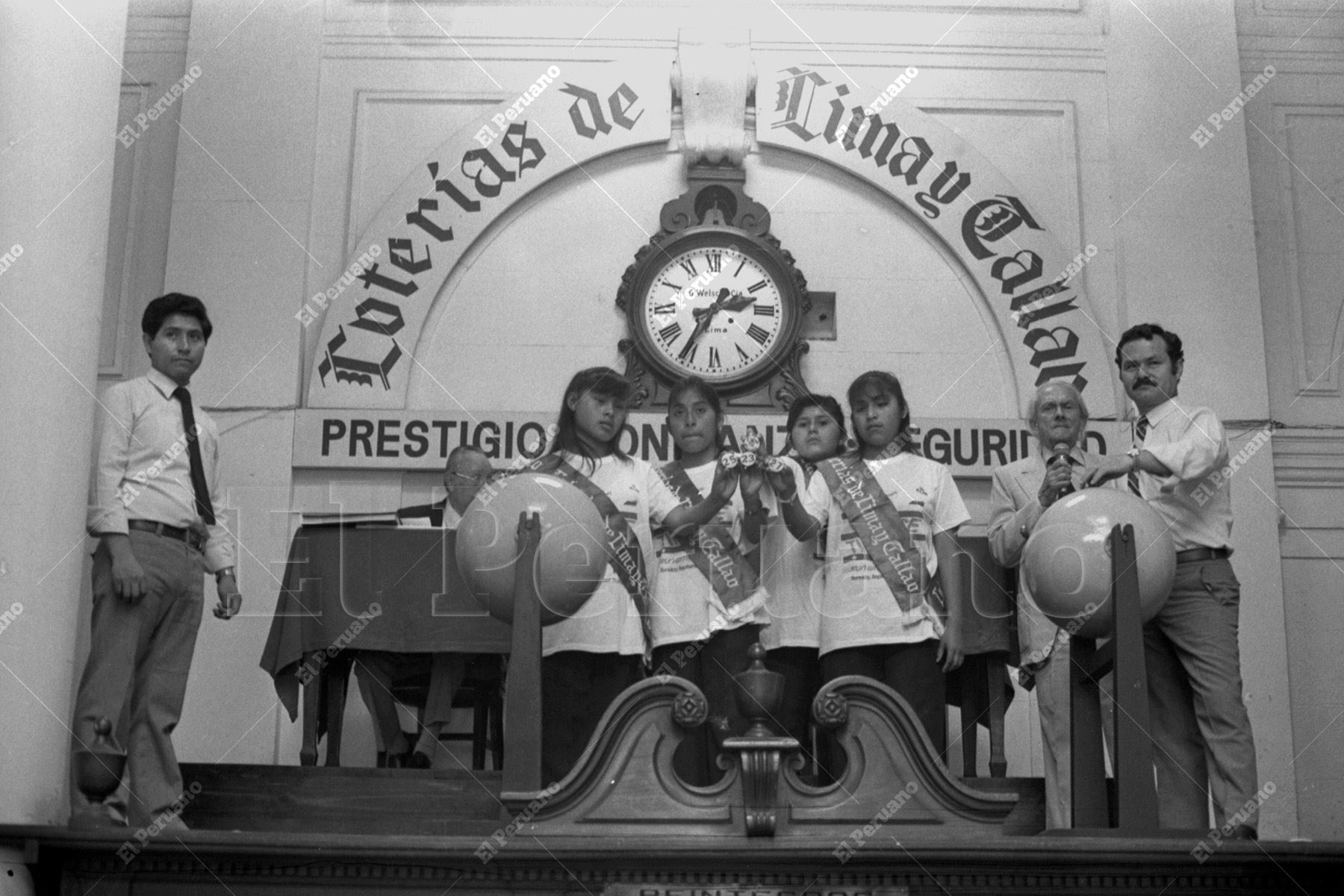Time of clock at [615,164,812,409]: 2:35
